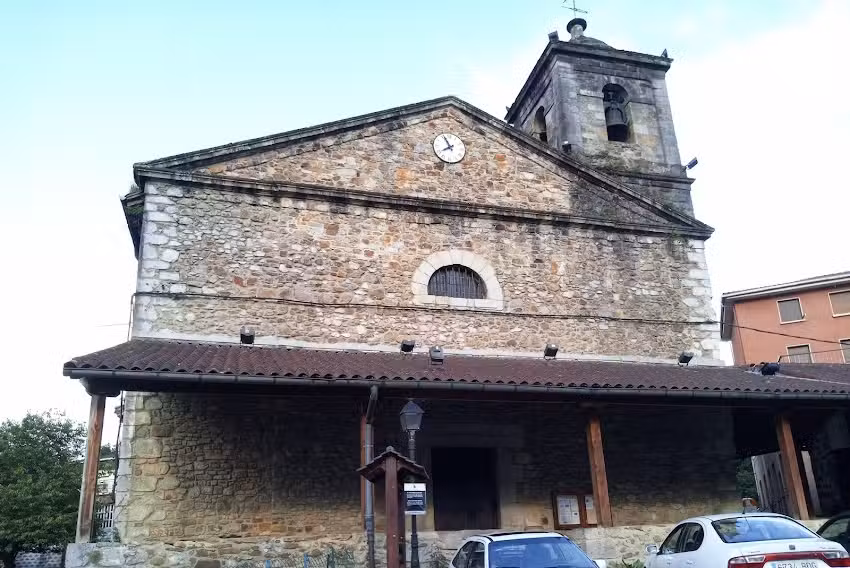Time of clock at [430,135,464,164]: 7:55
